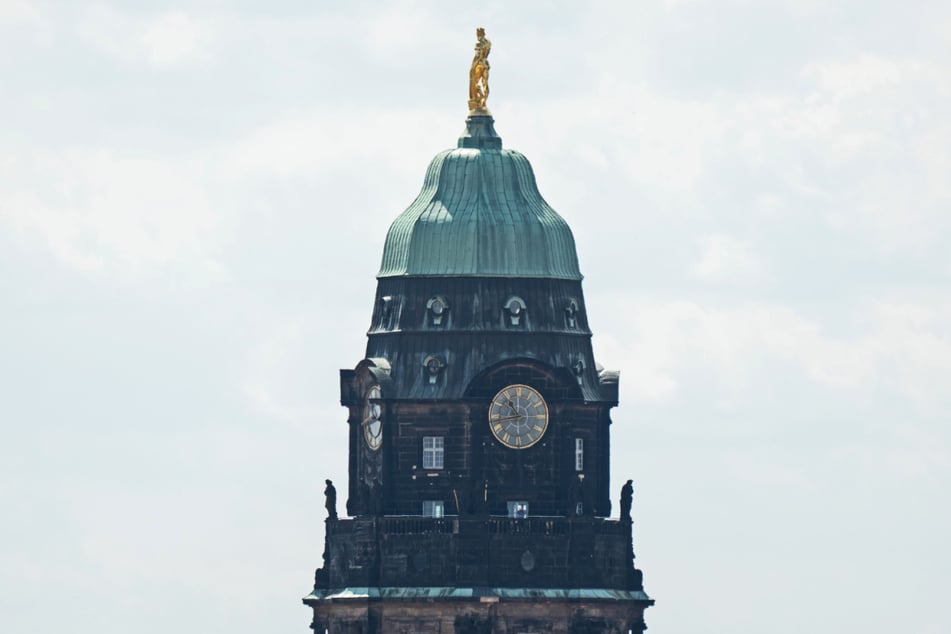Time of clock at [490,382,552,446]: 10:43
